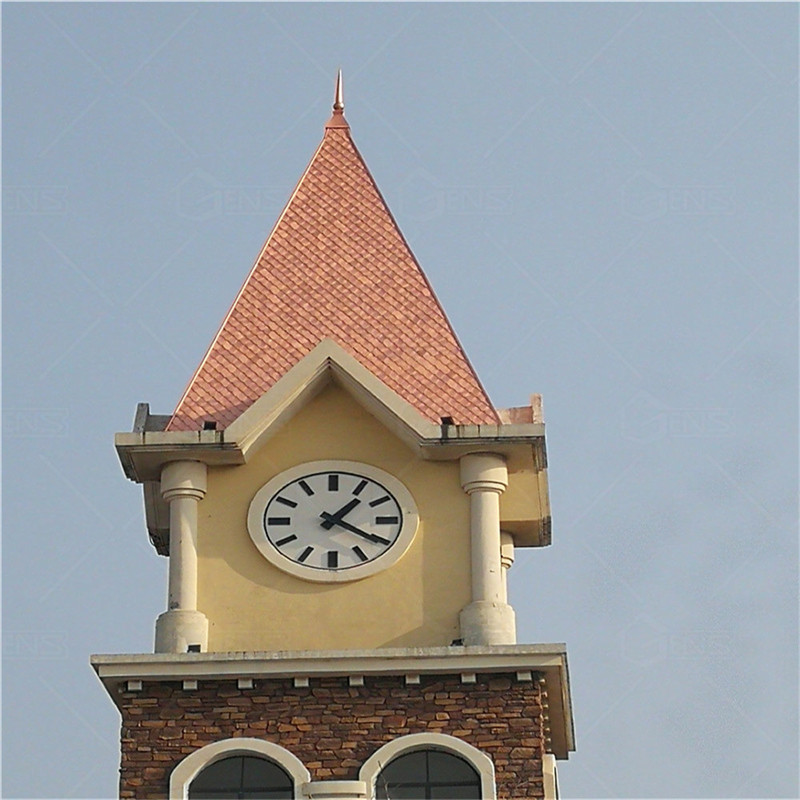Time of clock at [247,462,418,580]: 1:20
